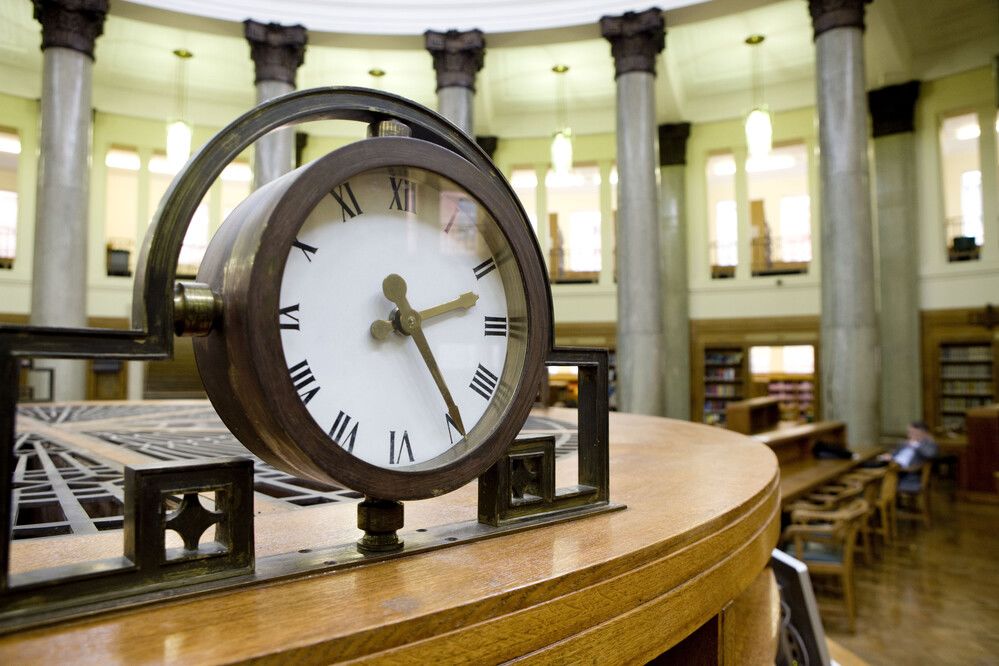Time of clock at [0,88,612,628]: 2:24
